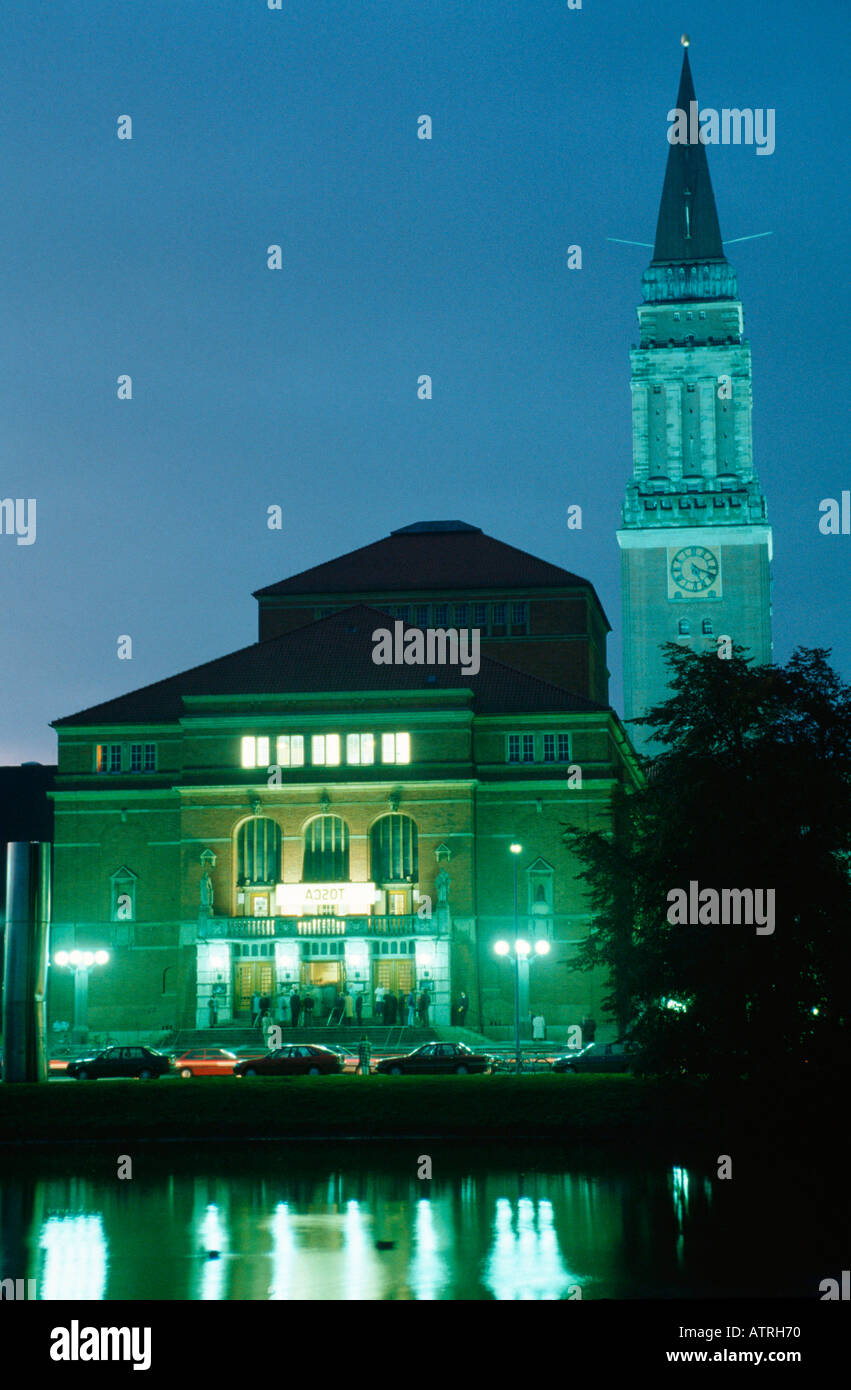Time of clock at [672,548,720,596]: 5:18
